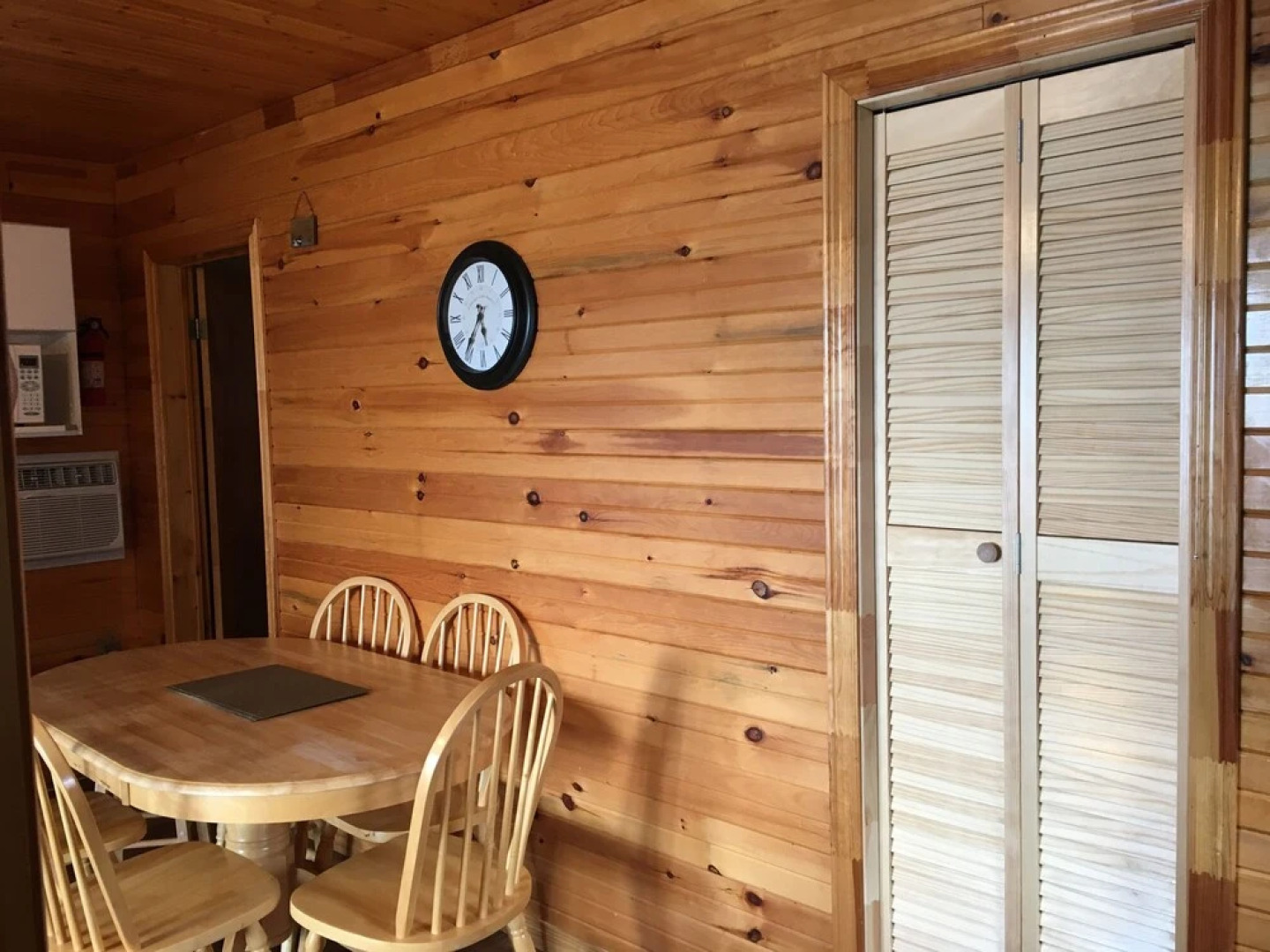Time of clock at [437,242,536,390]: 5:35
